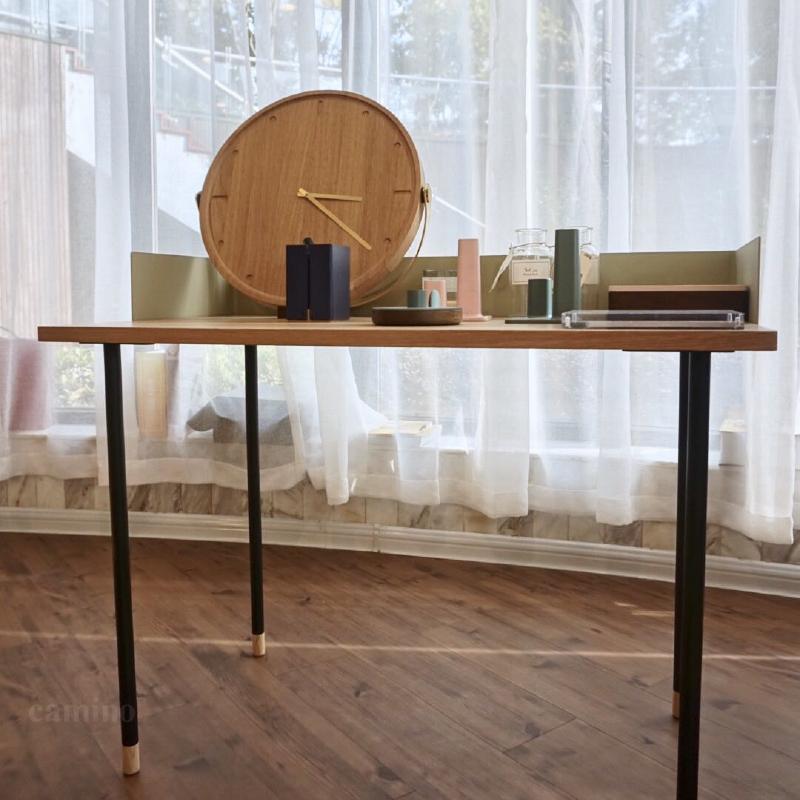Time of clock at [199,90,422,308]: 3:21
